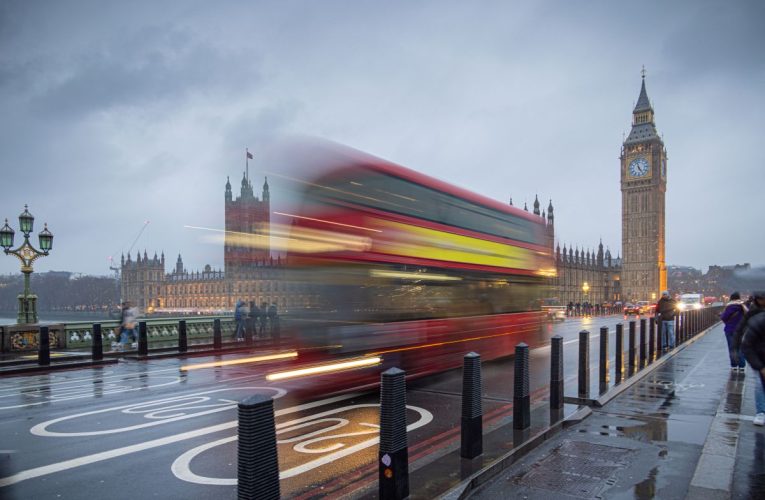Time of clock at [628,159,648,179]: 4:57
